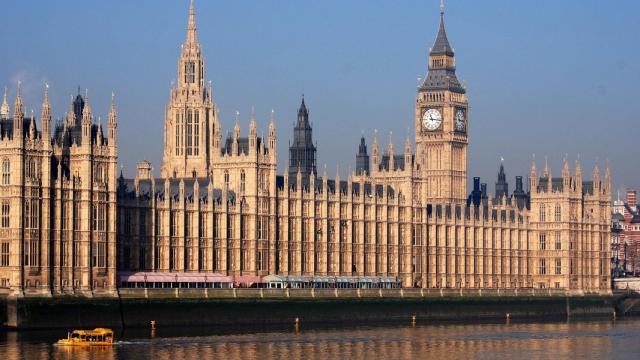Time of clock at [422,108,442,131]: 11:16
